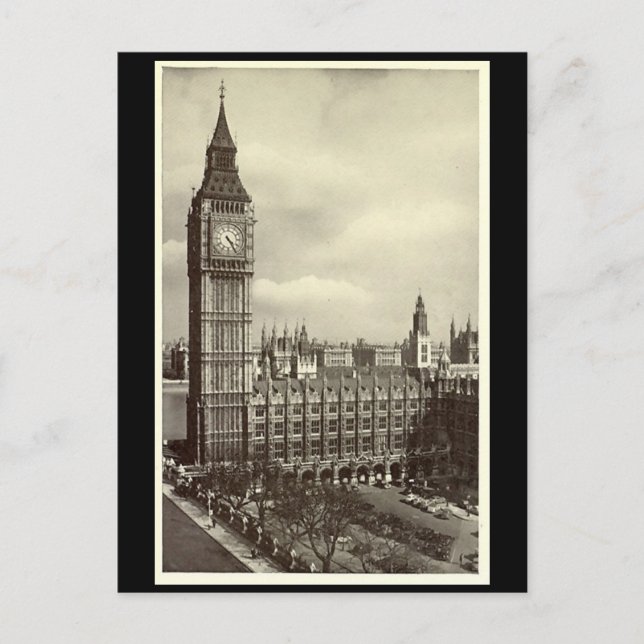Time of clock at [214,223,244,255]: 4:24
